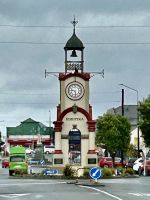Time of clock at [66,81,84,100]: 9:28
